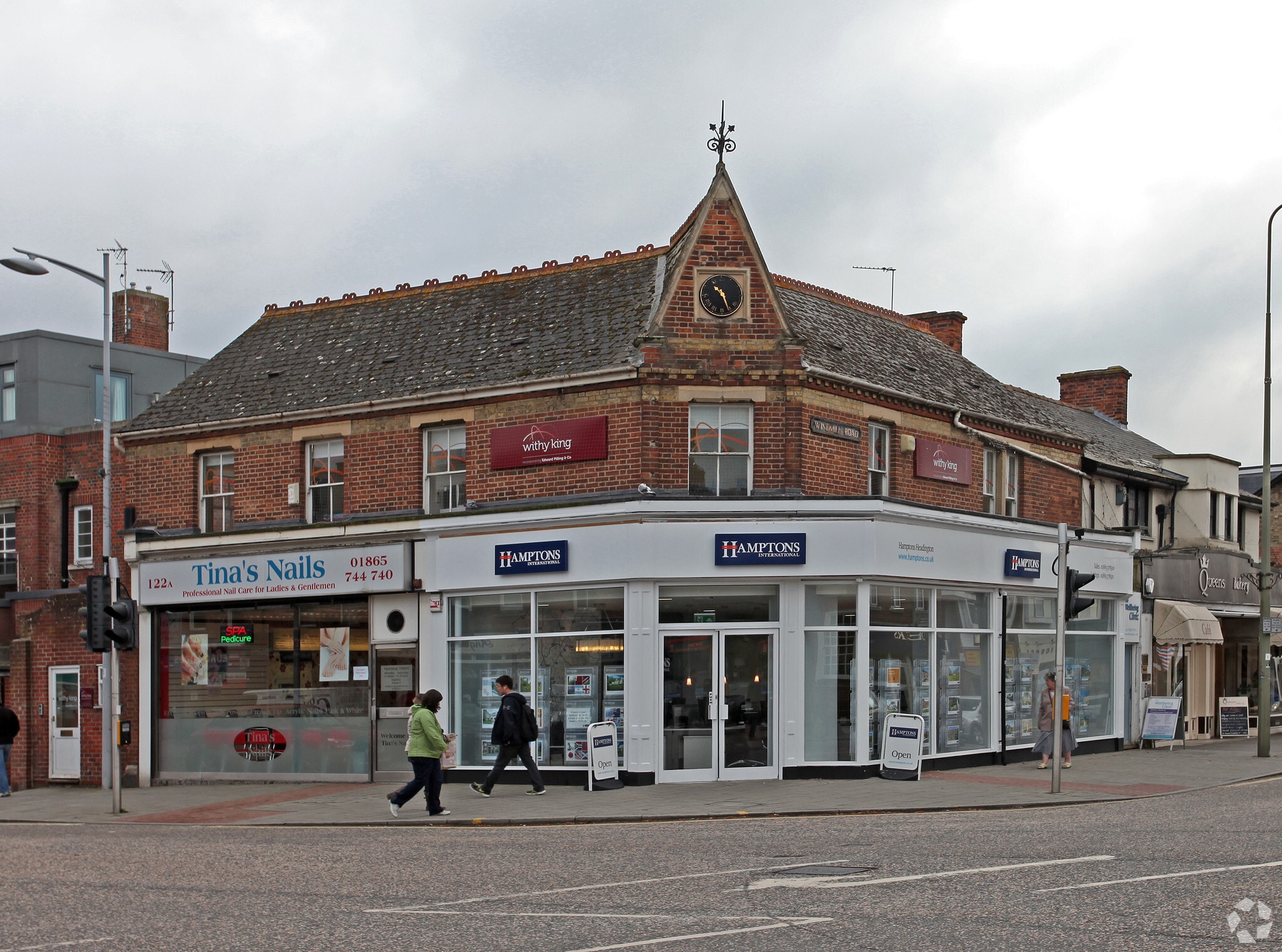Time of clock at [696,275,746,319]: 10:26
